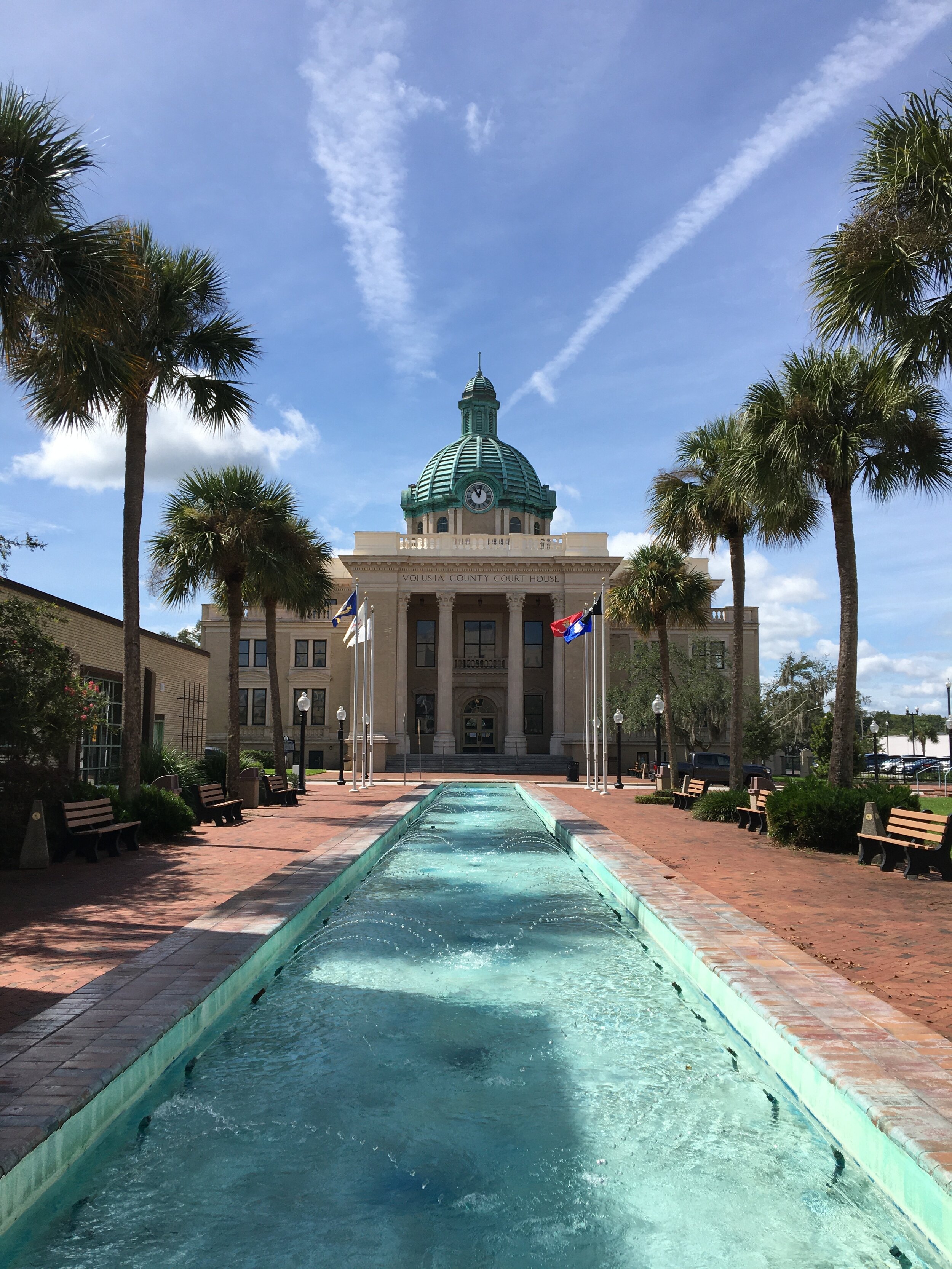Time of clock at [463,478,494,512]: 11:02
